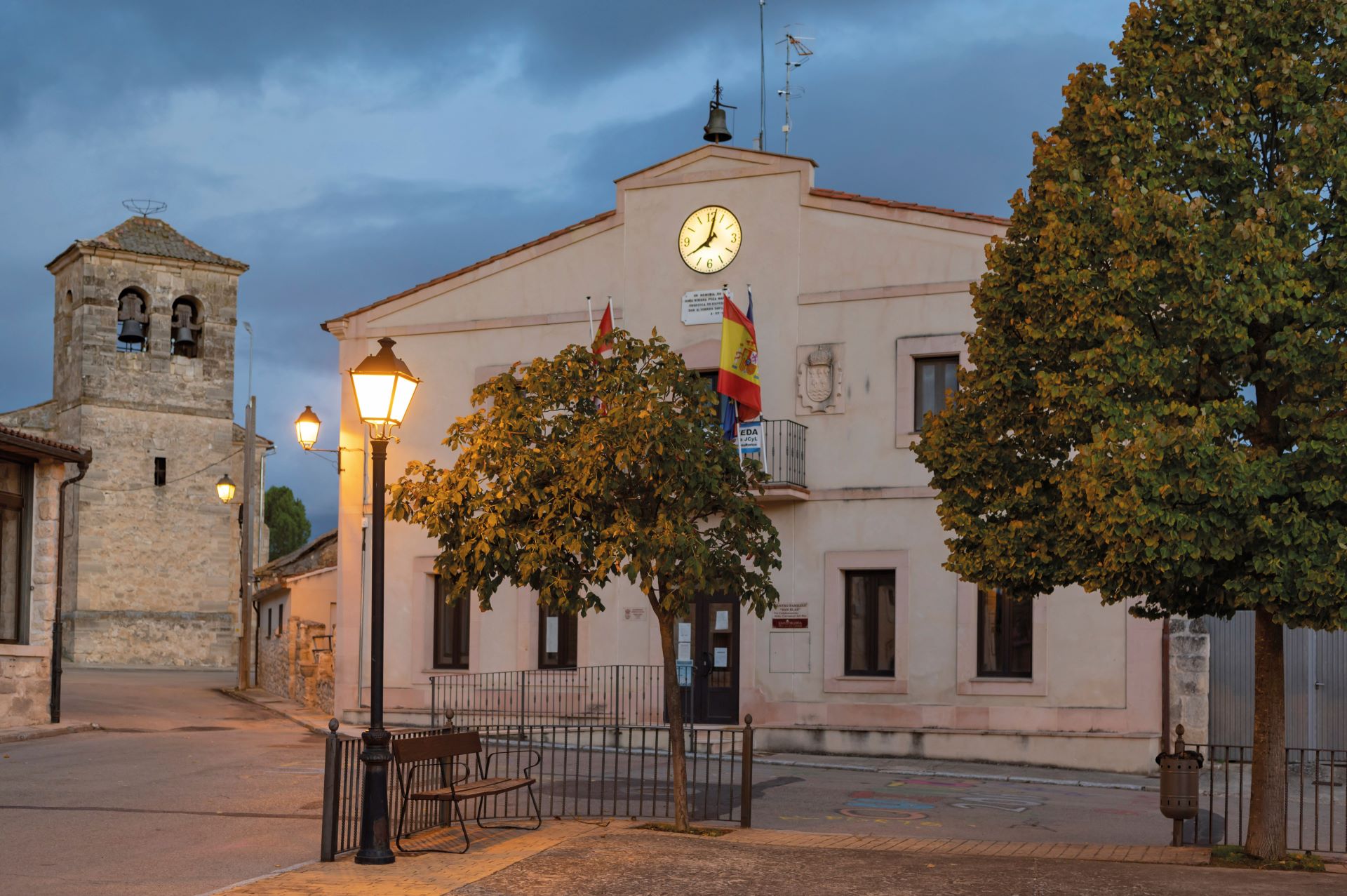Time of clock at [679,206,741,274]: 8:02
